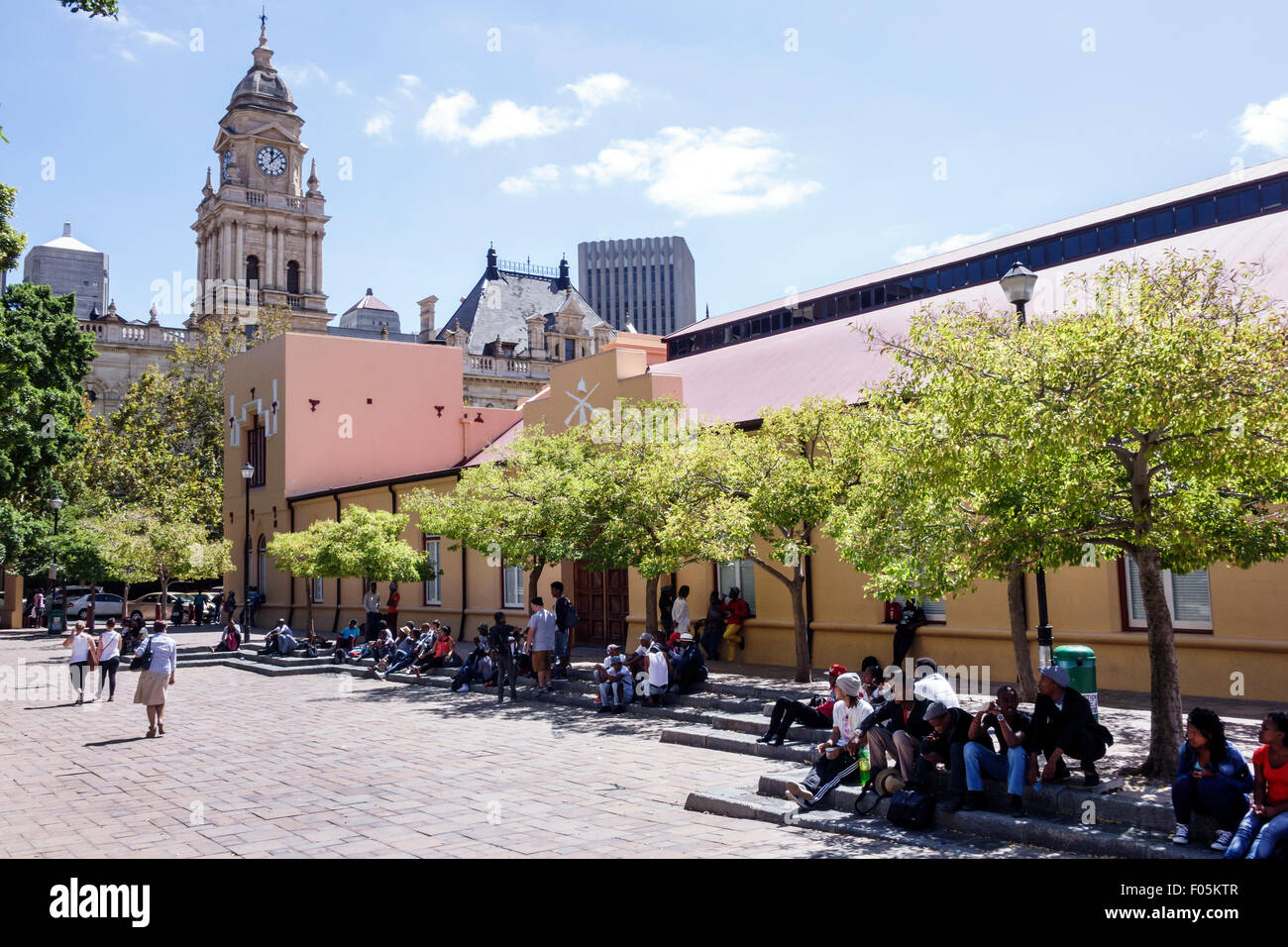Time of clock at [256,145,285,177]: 12:07
